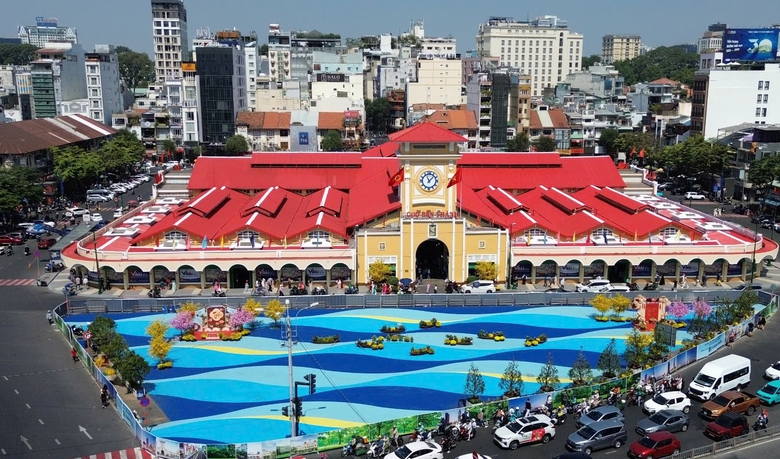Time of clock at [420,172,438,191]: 11:07
